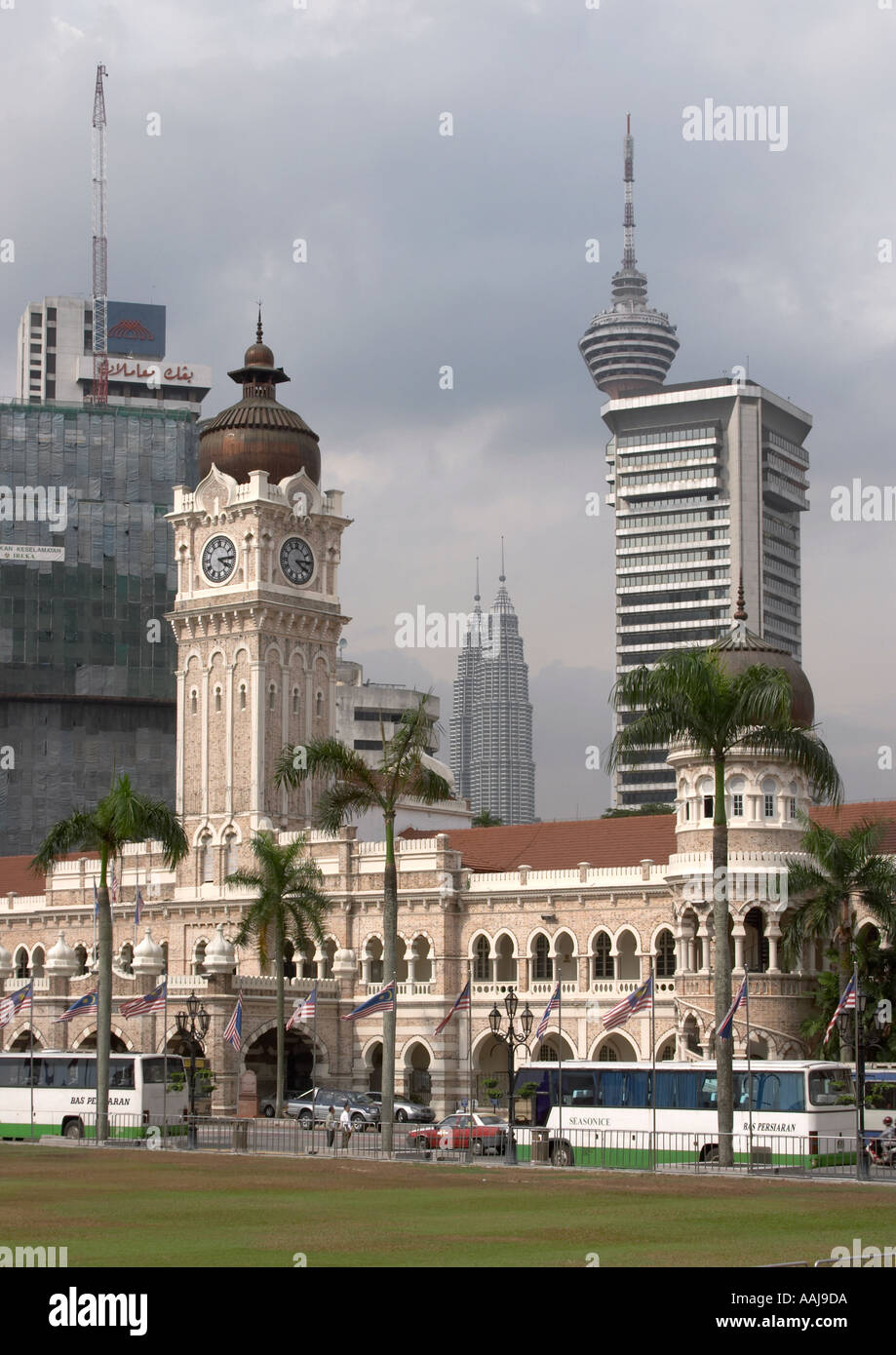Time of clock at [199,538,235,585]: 4:14
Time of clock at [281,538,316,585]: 4:14
